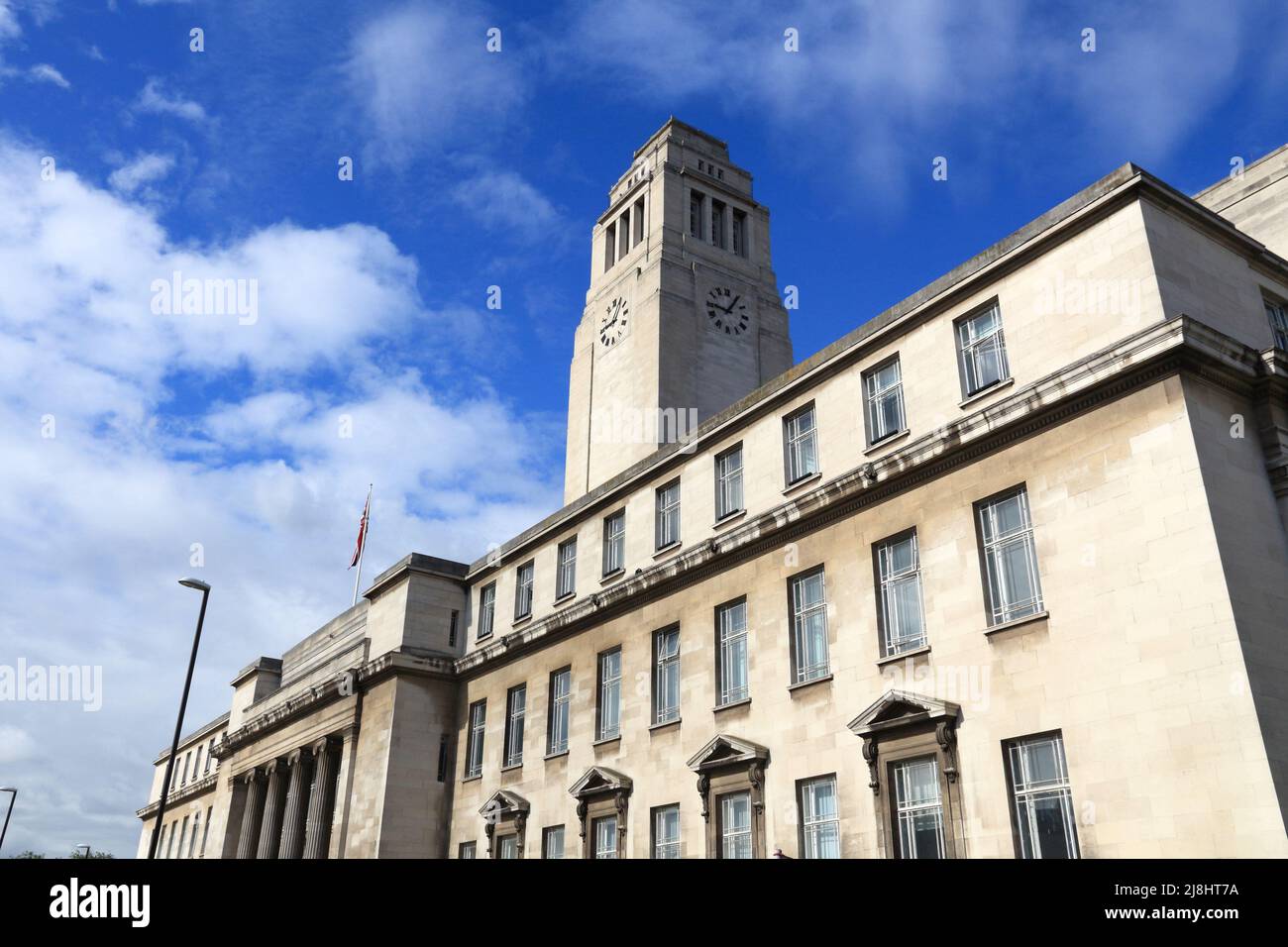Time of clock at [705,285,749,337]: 9:05
